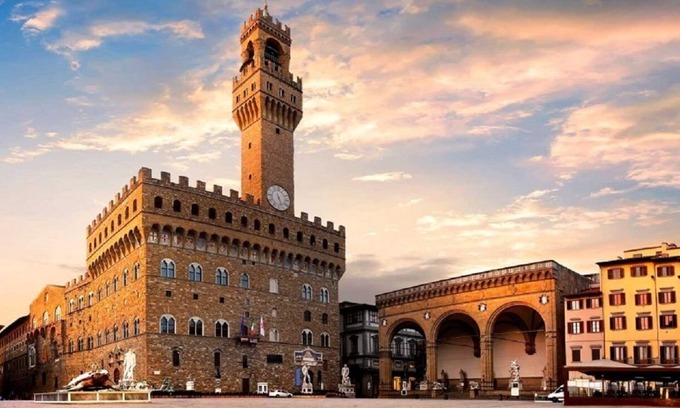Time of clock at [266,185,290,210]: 5:26
